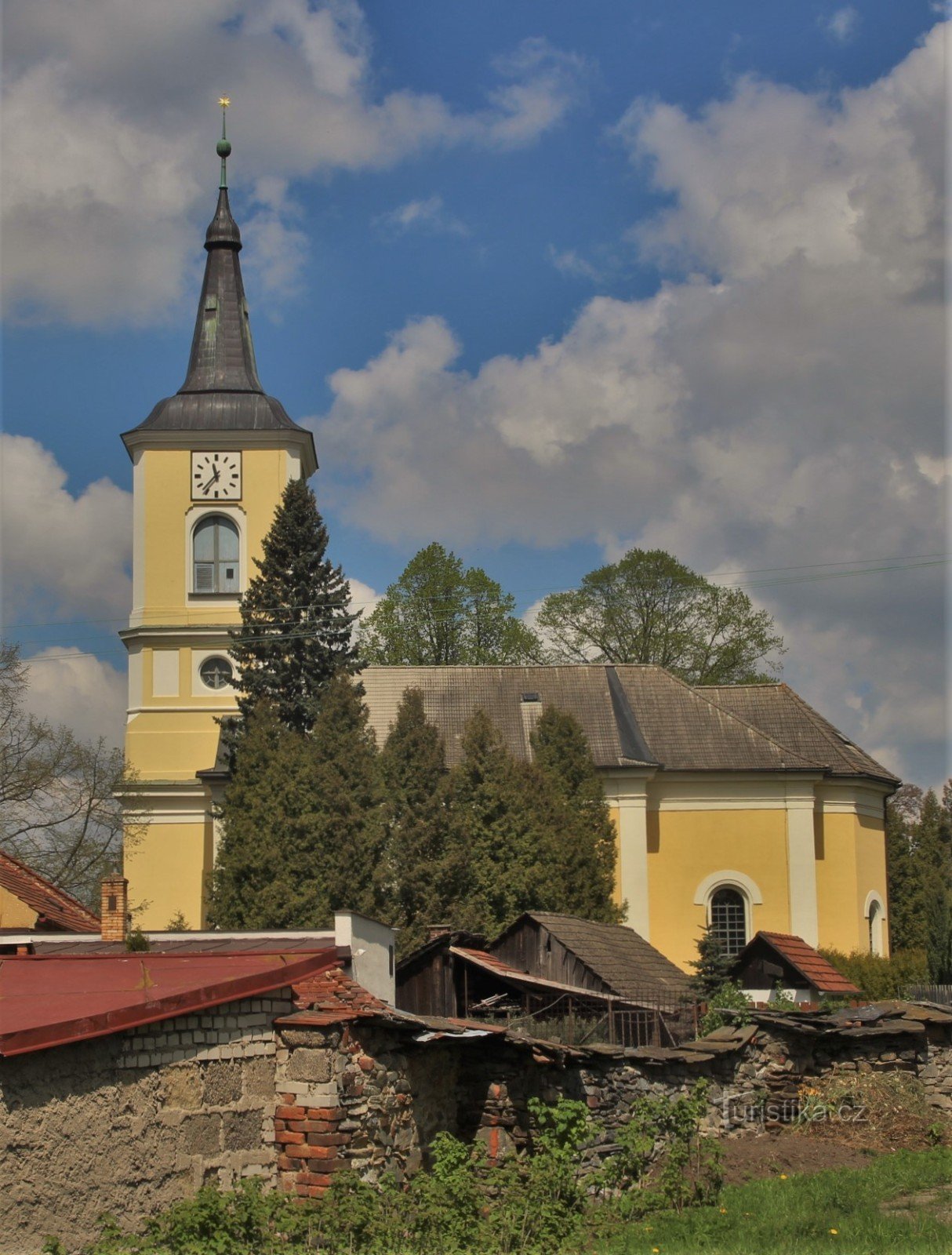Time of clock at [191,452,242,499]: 11:36
